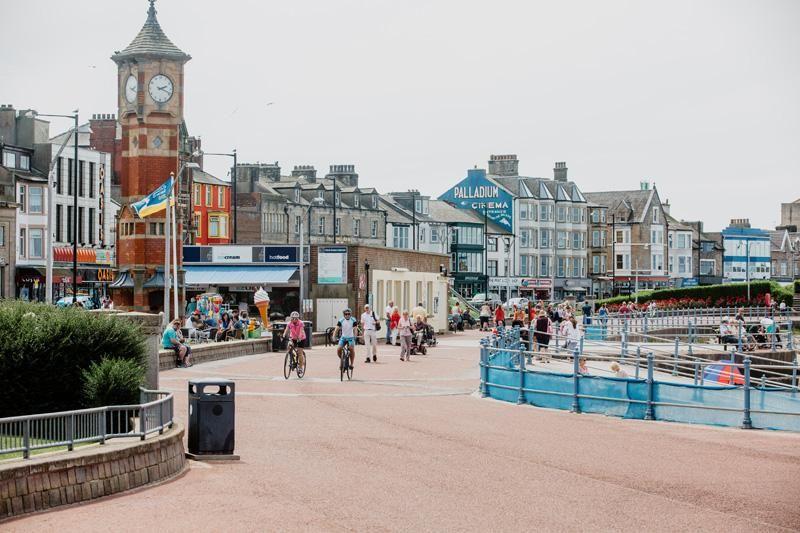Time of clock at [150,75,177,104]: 2:18
